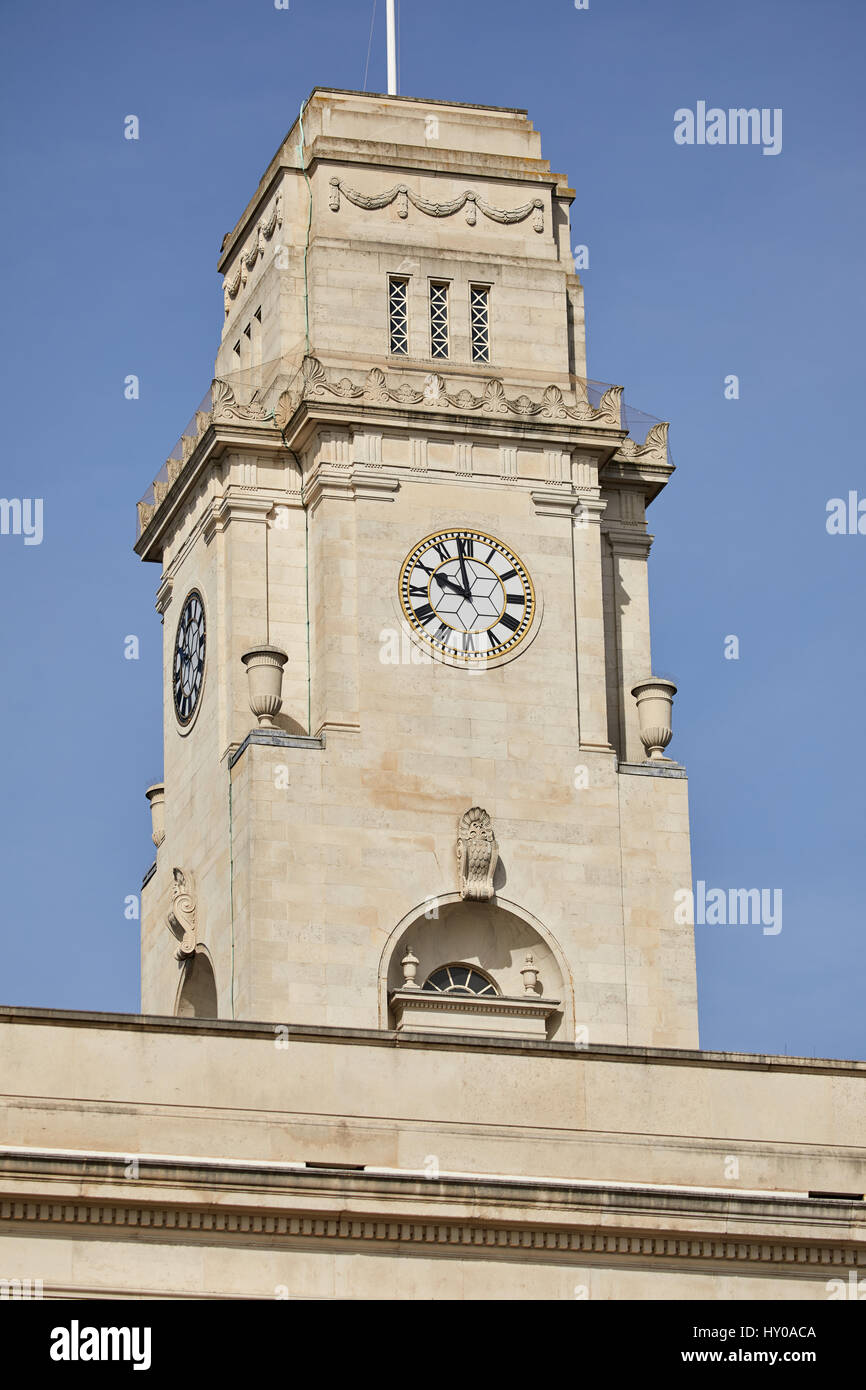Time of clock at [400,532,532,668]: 9:58
